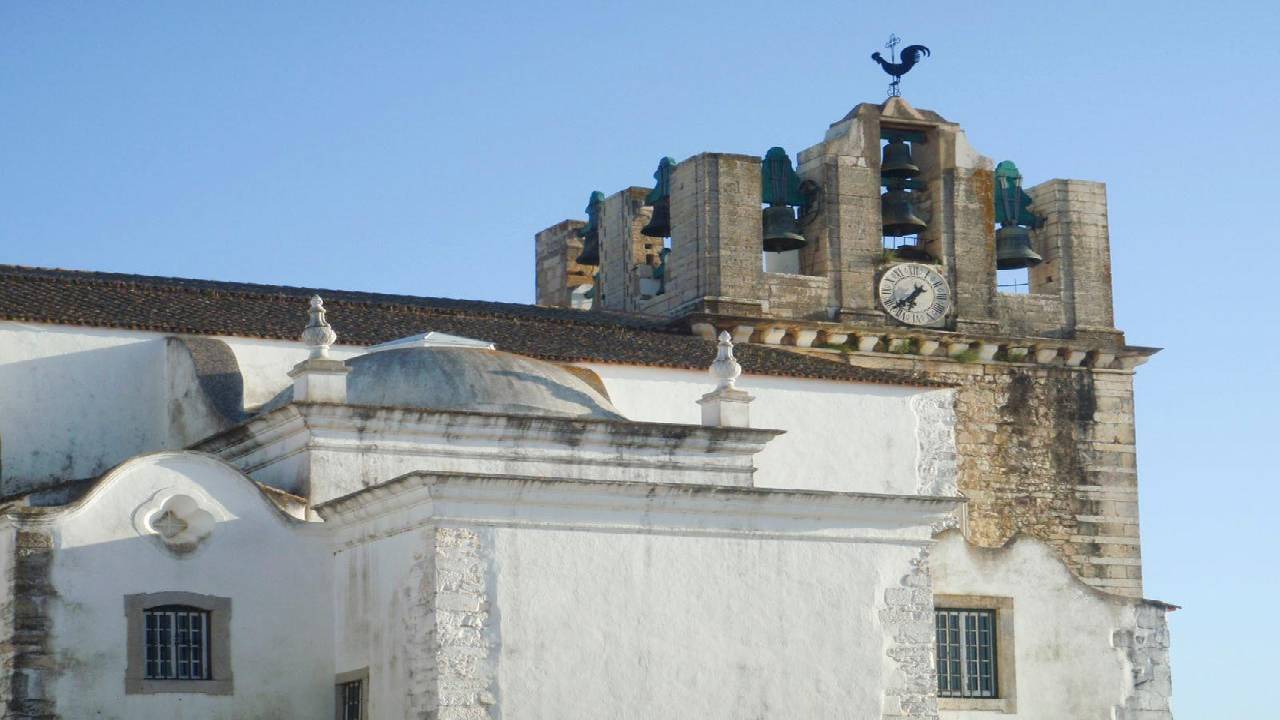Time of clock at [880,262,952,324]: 6:38
